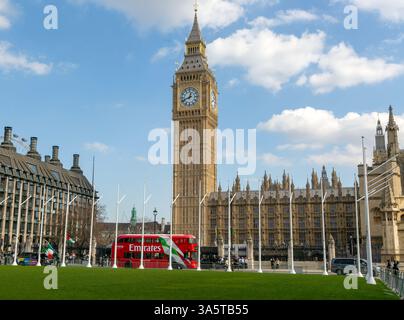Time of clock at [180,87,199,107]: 12:41
